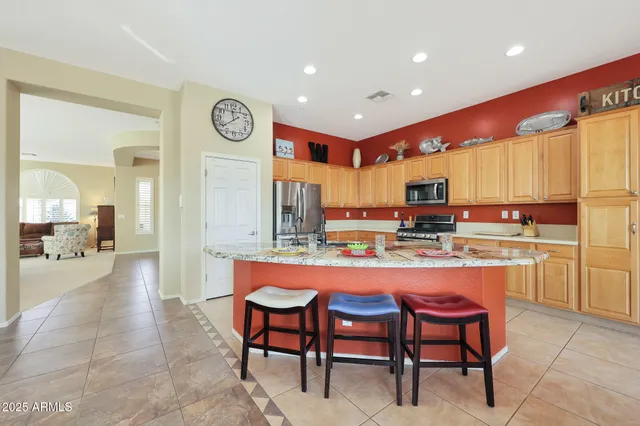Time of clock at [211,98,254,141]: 11:39
